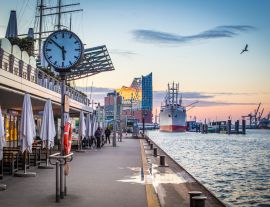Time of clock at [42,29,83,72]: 5:51
